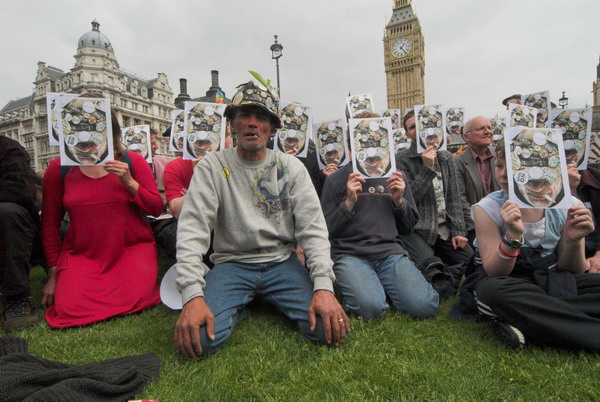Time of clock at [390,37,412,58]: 1:23
